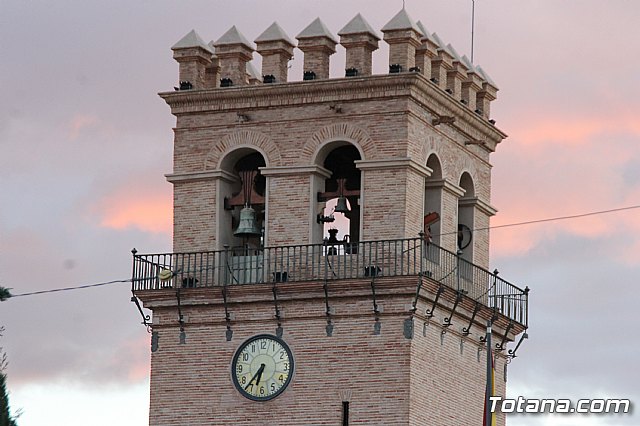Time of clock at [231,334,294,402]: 6:36
